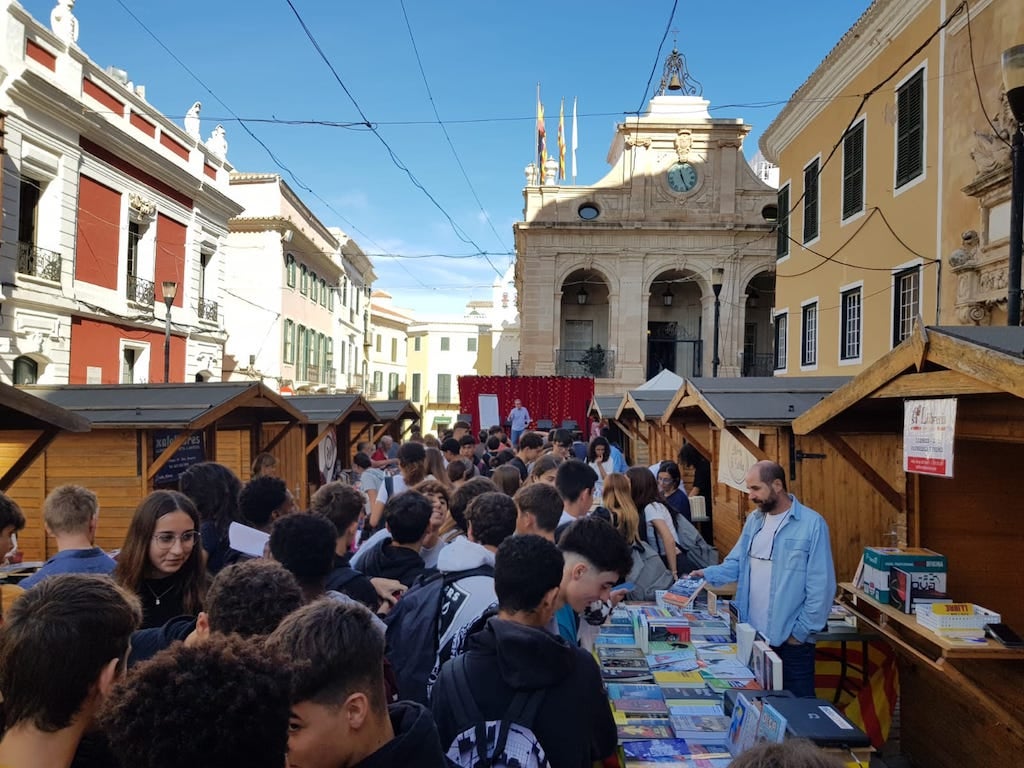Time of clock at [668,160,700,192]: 11:25
